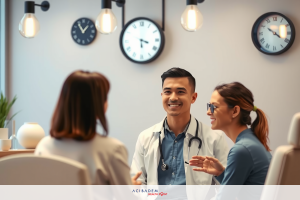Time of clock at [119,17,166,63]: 3:29
